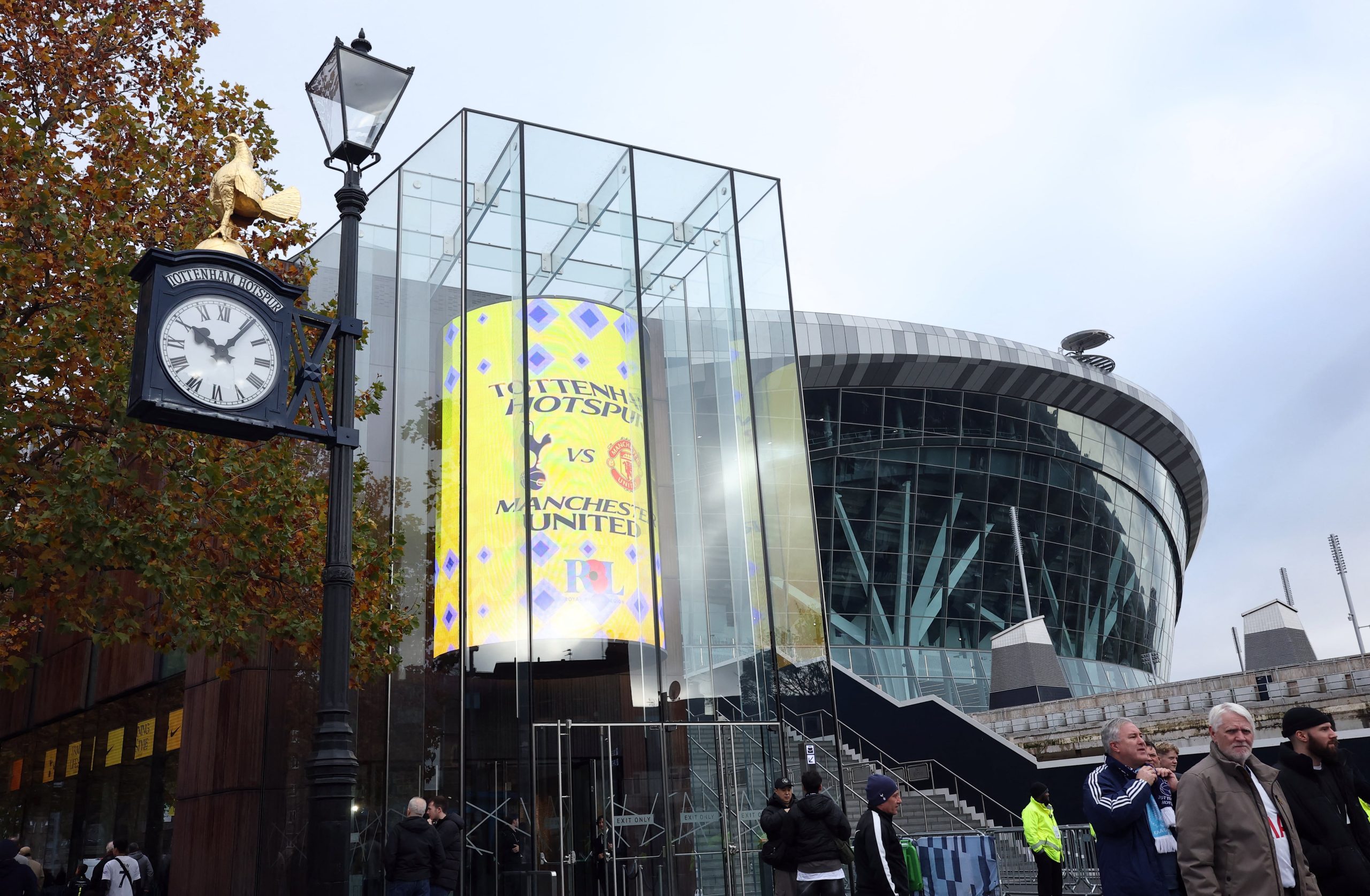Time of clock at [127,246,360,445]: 10:06
